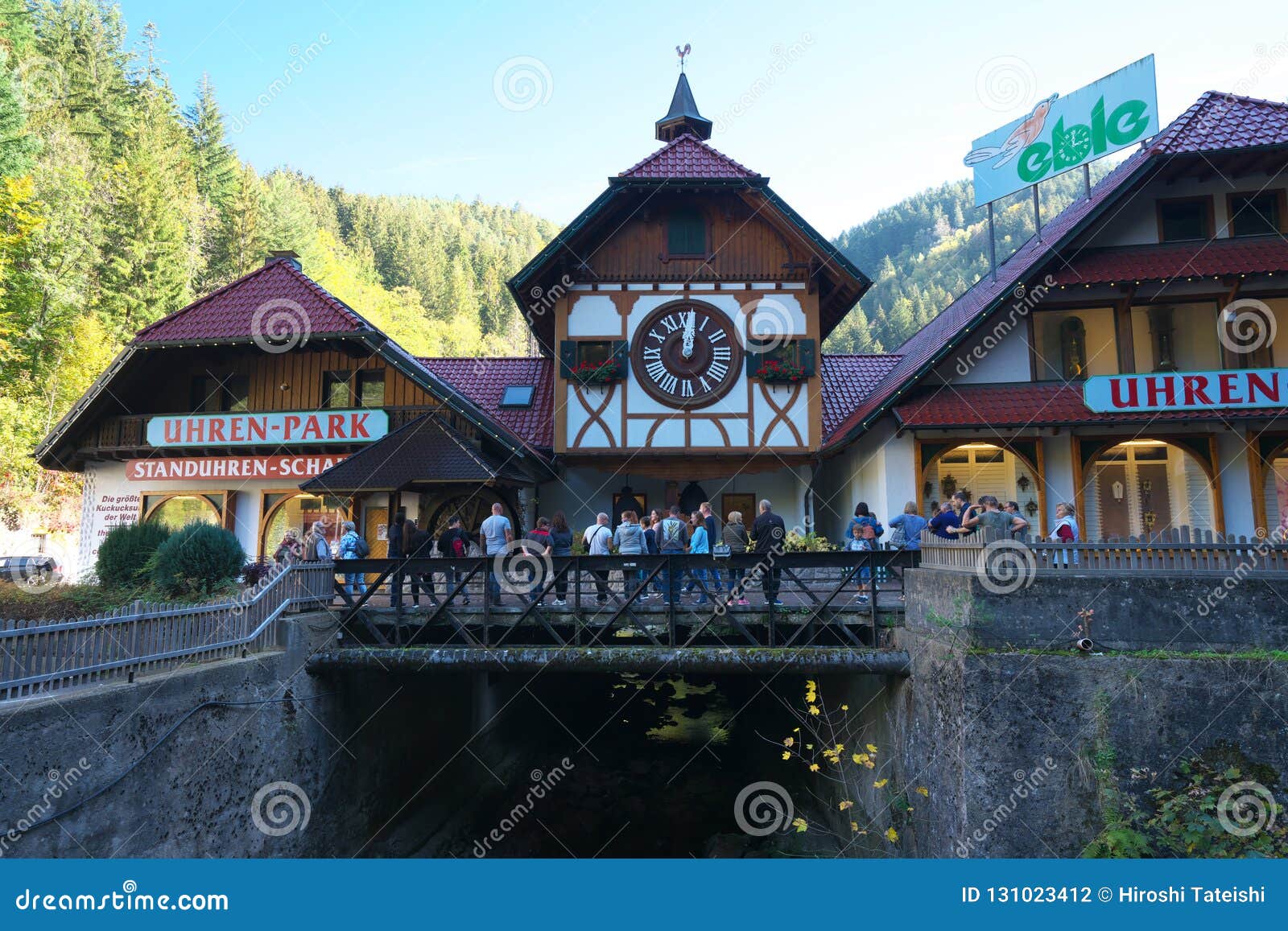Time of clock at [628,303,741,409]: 12:01
